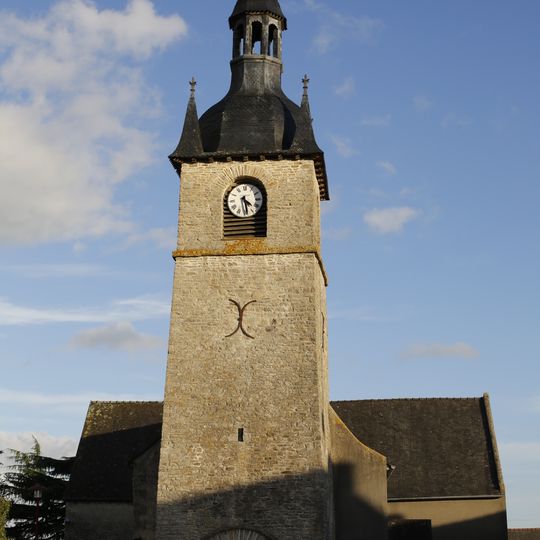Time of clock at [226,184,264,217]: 4:28
